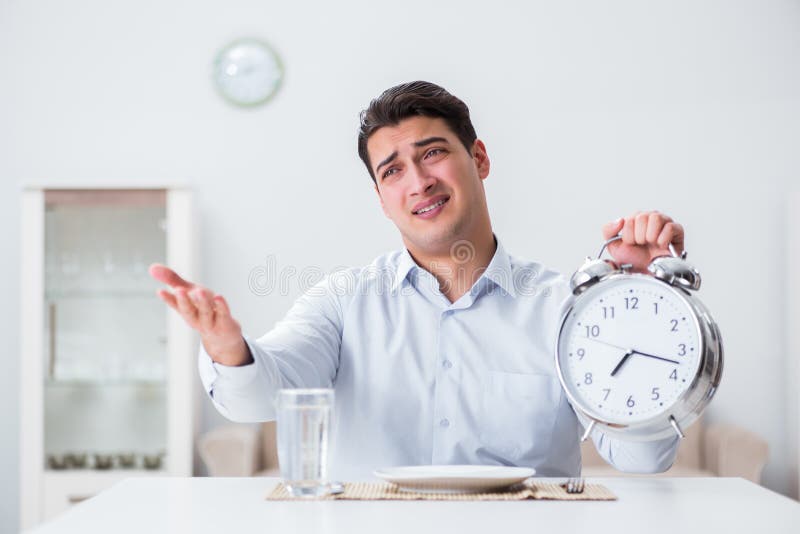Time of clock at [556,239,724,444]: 7:17
